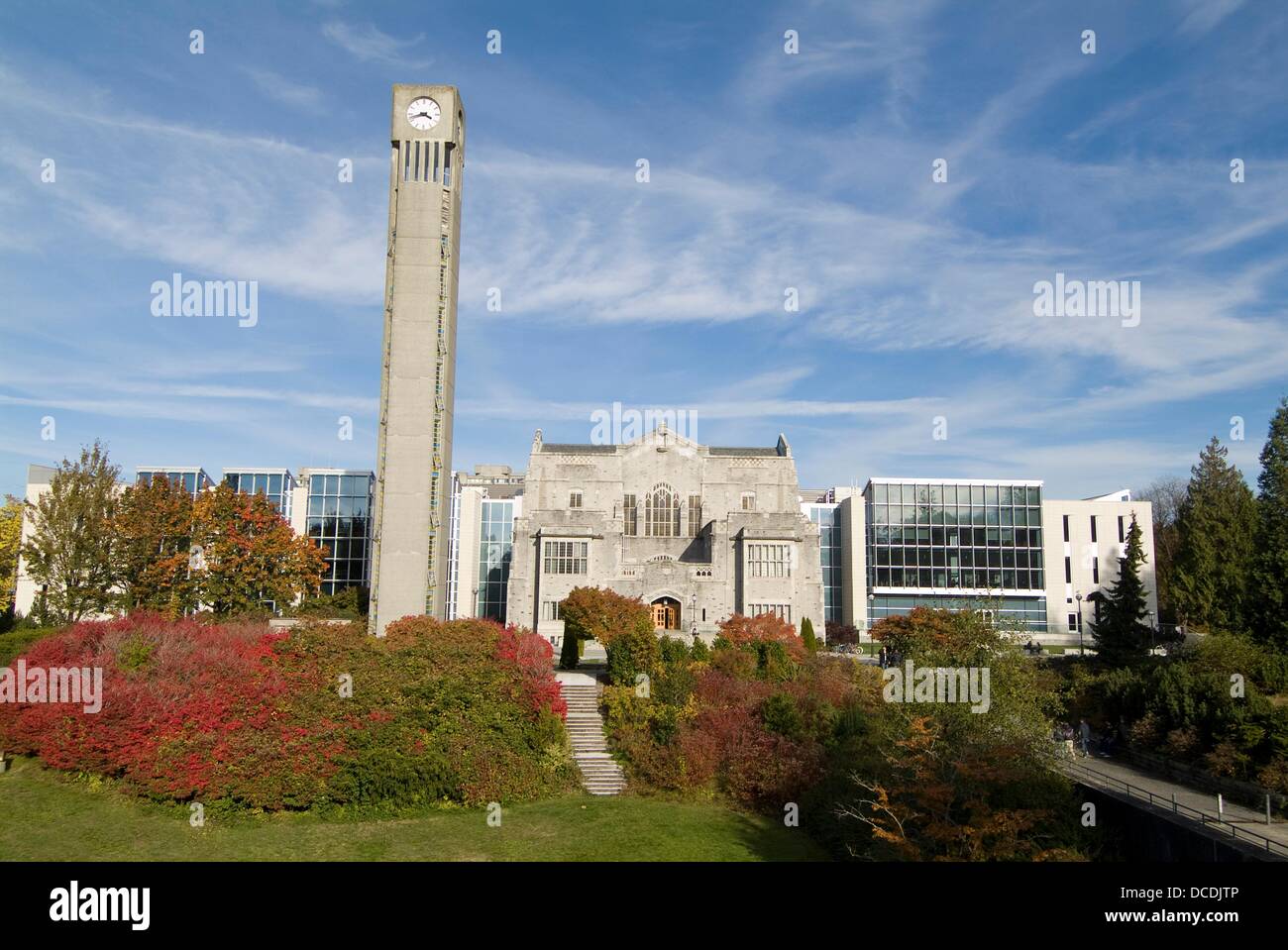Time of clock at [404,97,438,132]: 3:42
